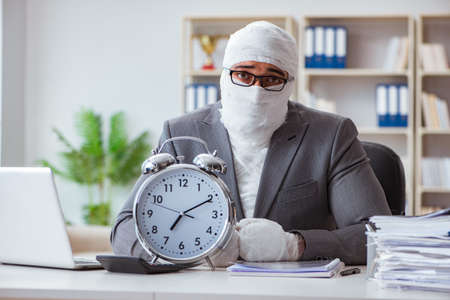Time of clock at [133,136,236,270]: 7:10
